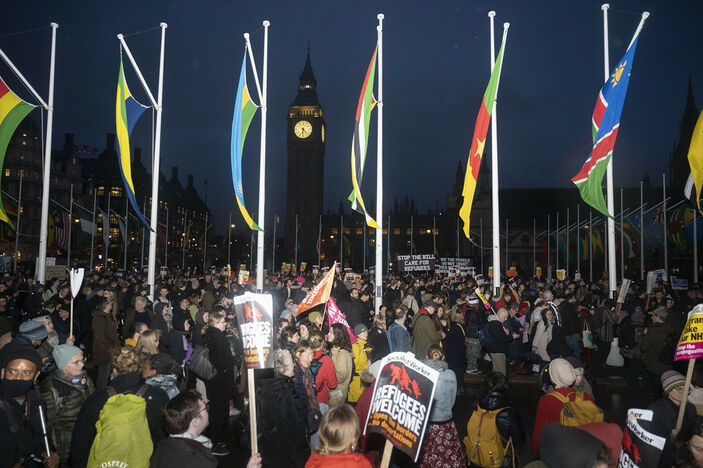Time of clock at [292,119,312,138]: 6:22
